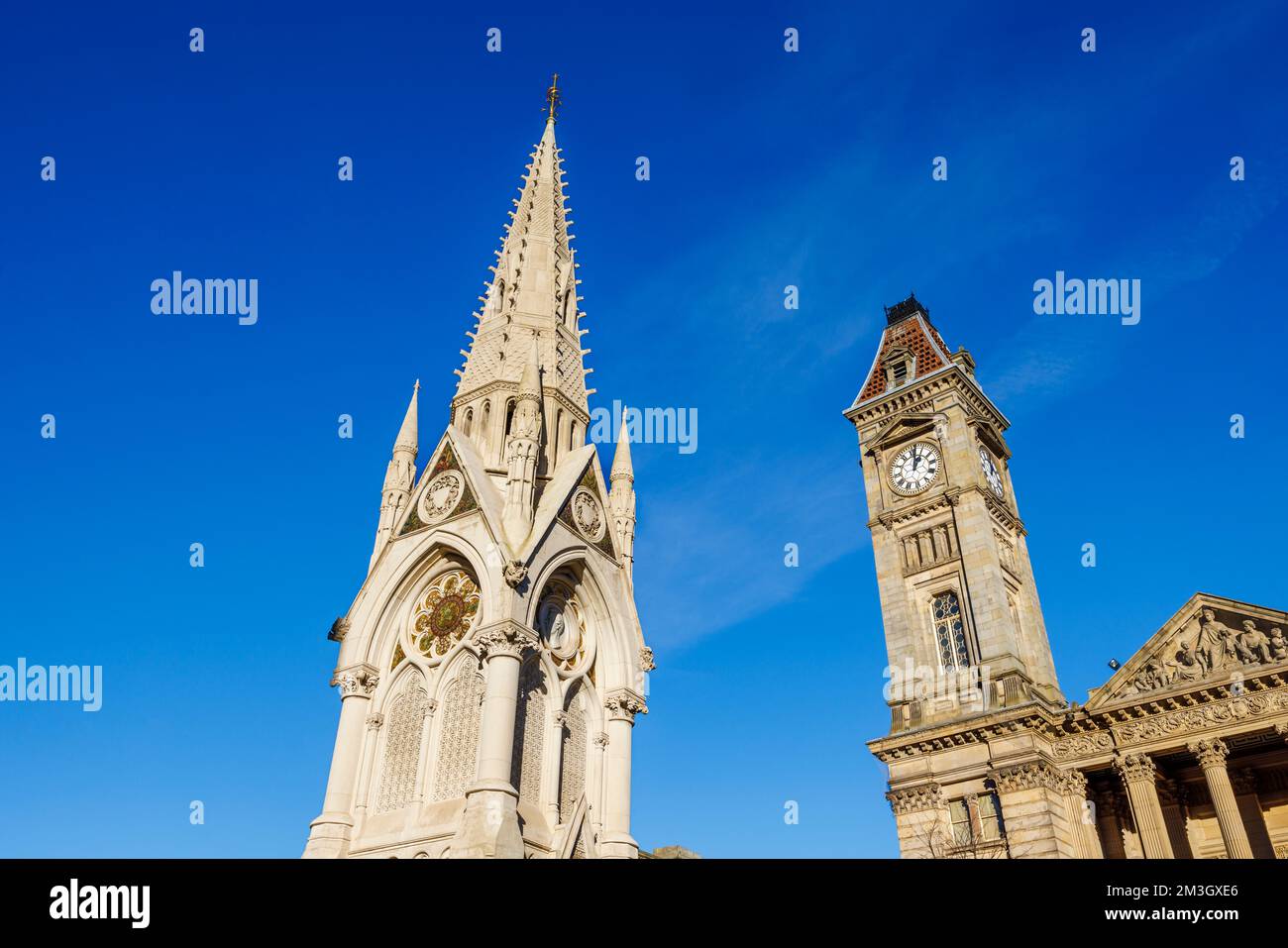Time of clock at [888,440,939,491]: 1:01
